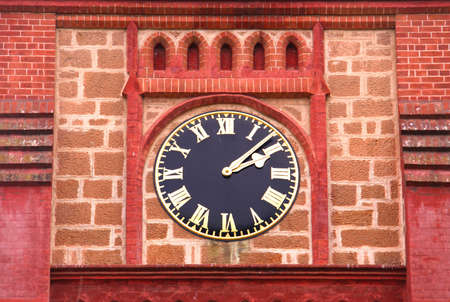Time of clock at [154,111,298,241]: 2:08
